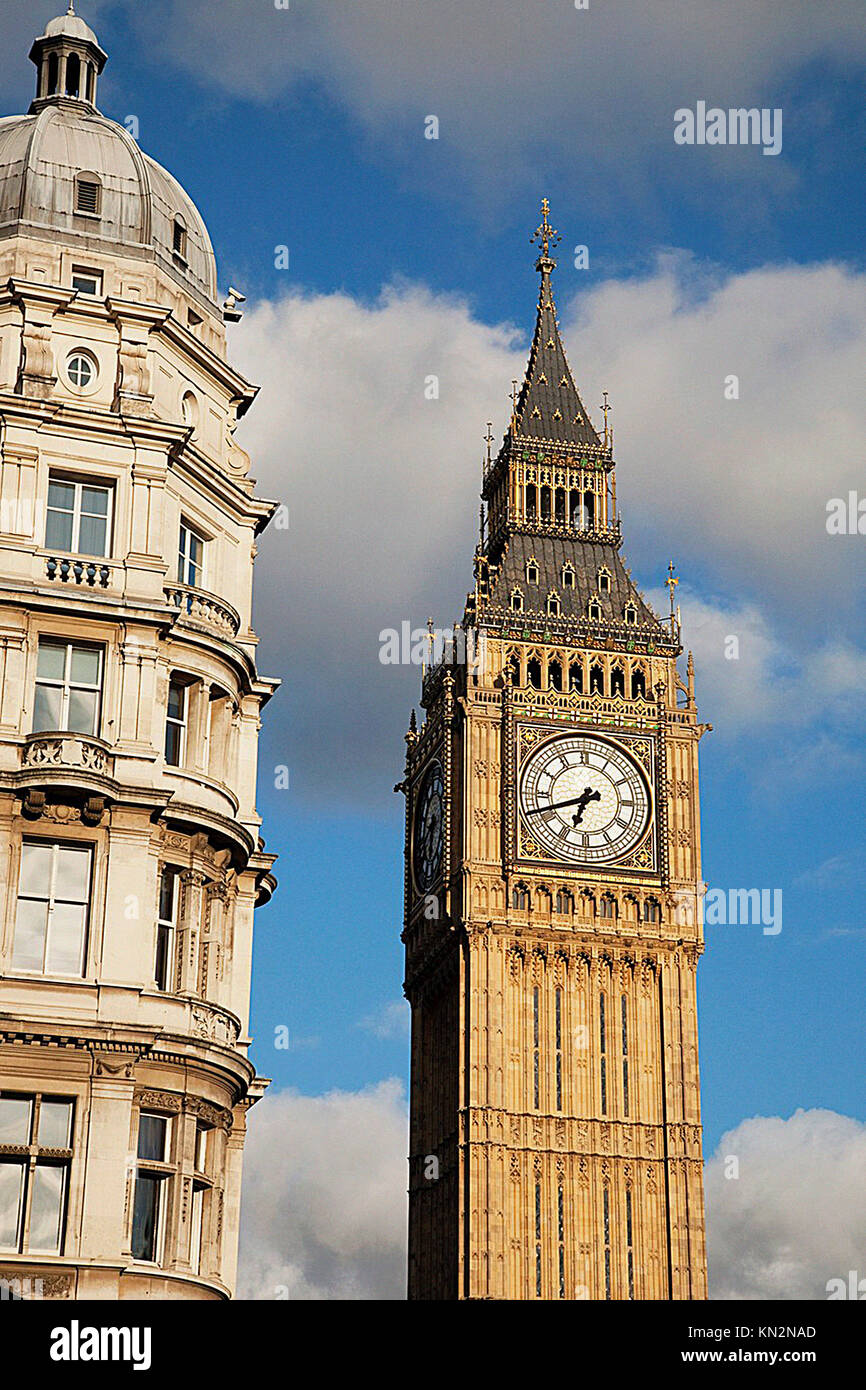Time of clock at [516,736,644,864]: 6:41
